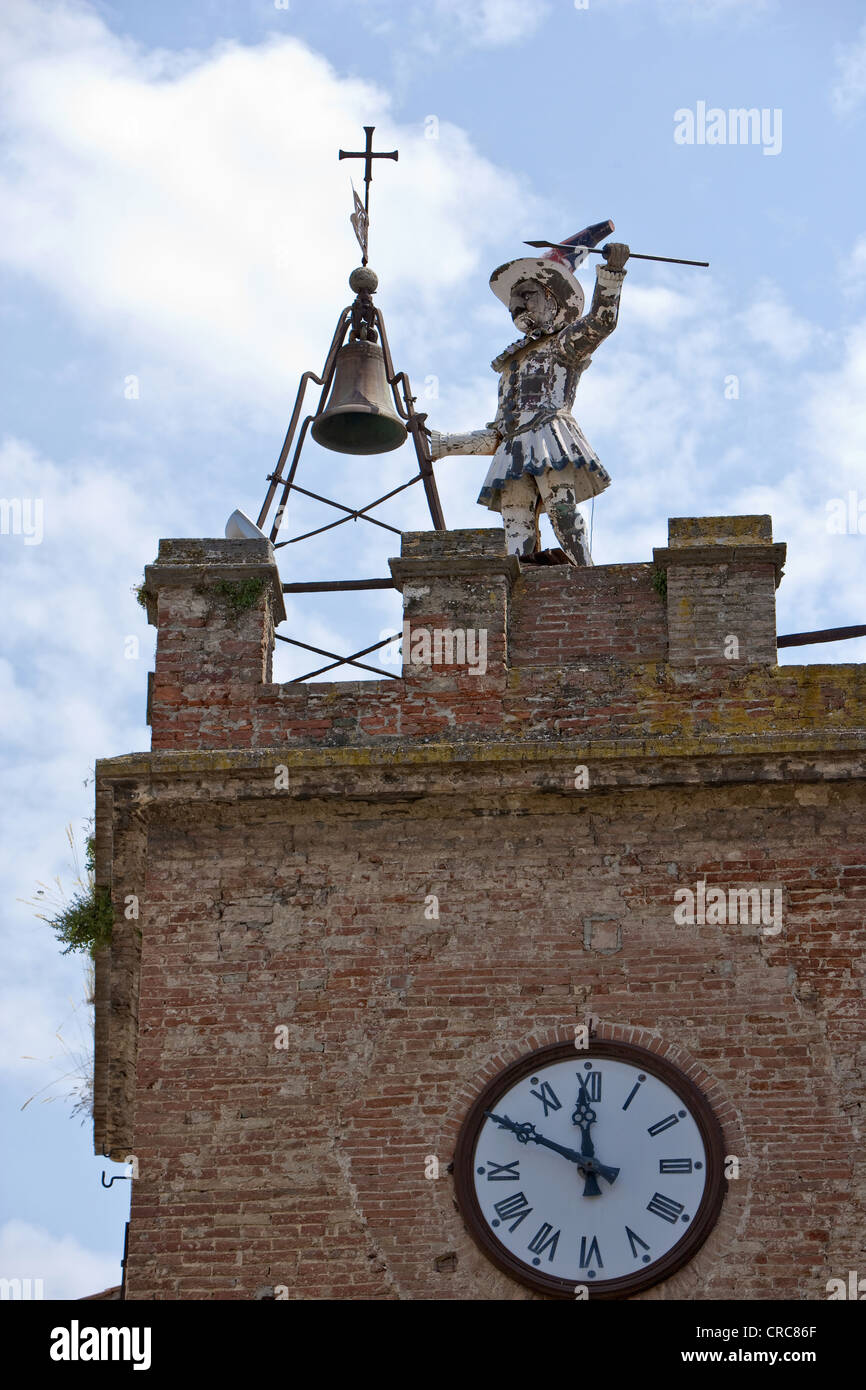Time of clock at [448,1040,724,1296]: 11:49
